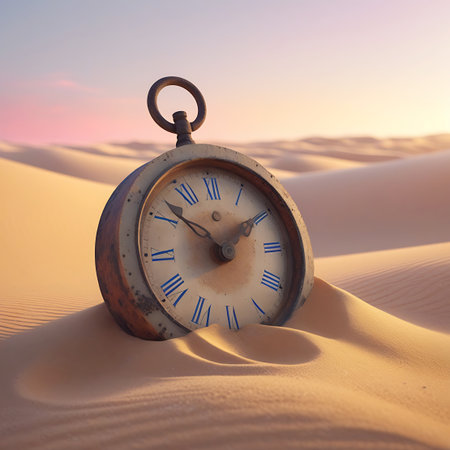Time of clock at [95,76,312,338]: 1:52
